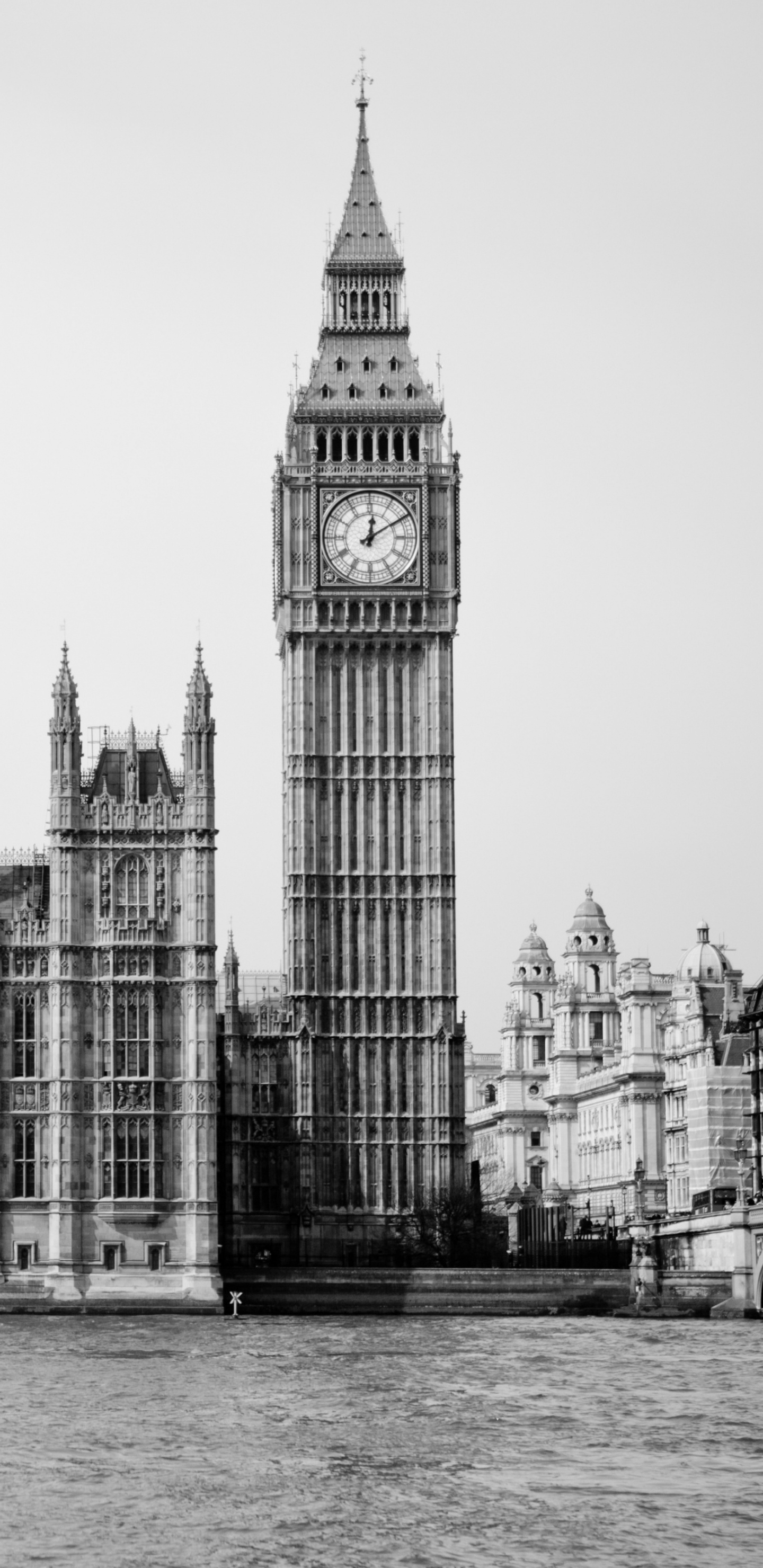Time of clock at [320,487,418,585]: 12:09
